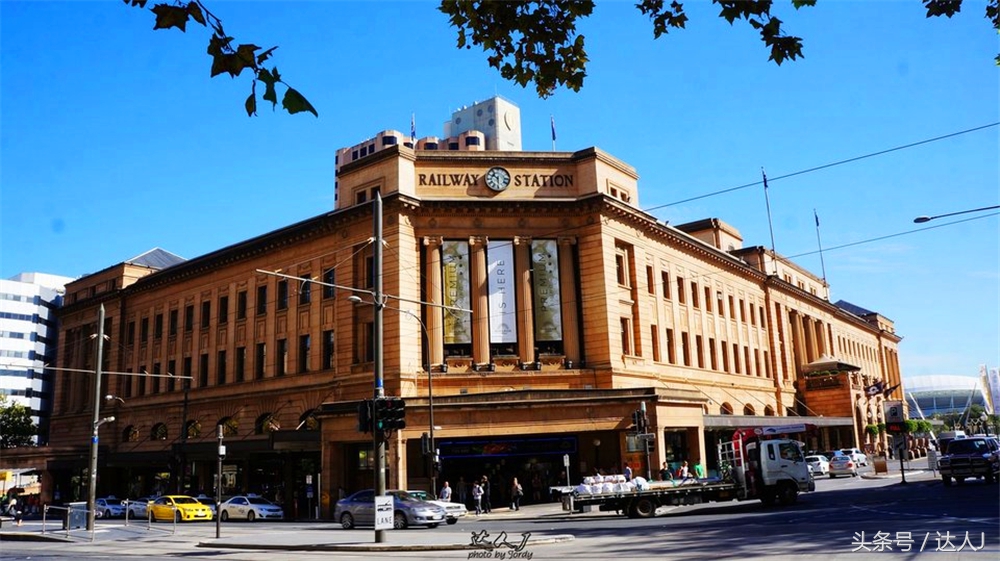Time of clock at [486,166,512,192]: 5:51
